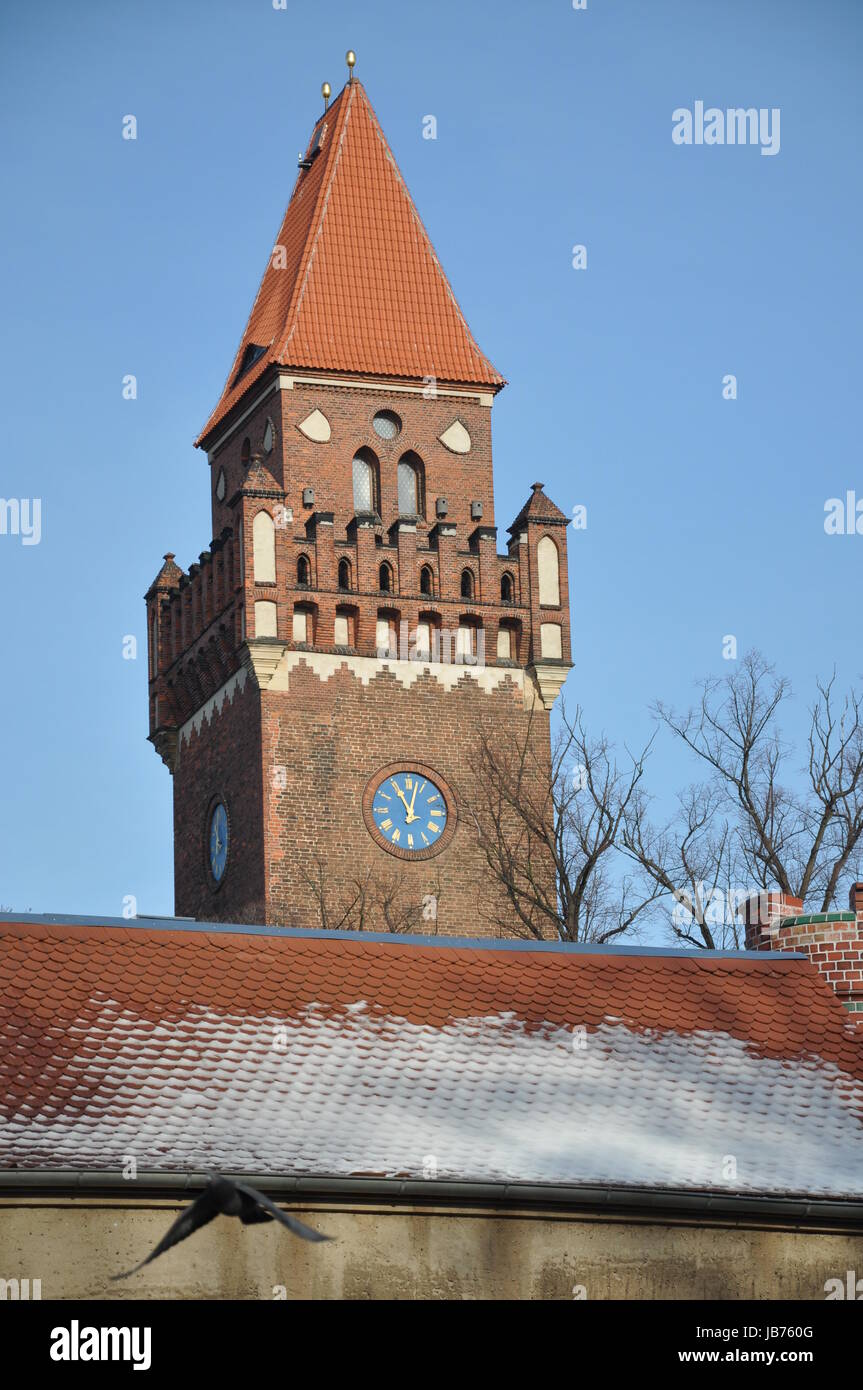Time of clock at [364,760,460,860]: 11:02
